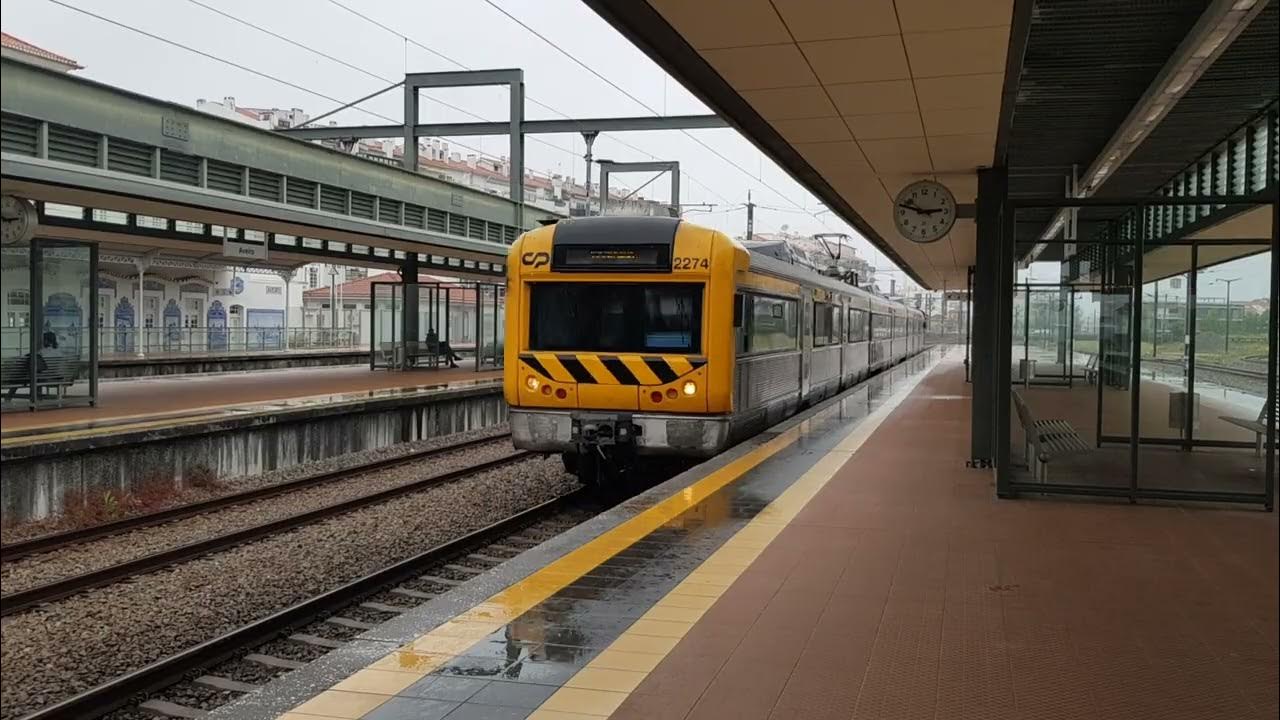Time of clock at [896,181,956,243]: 2:48
